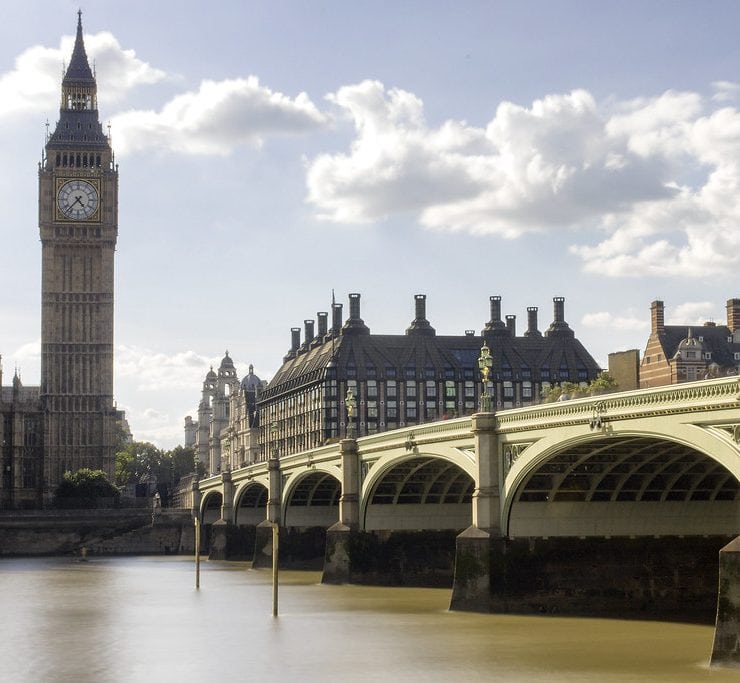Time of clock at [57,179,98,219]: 4:37
